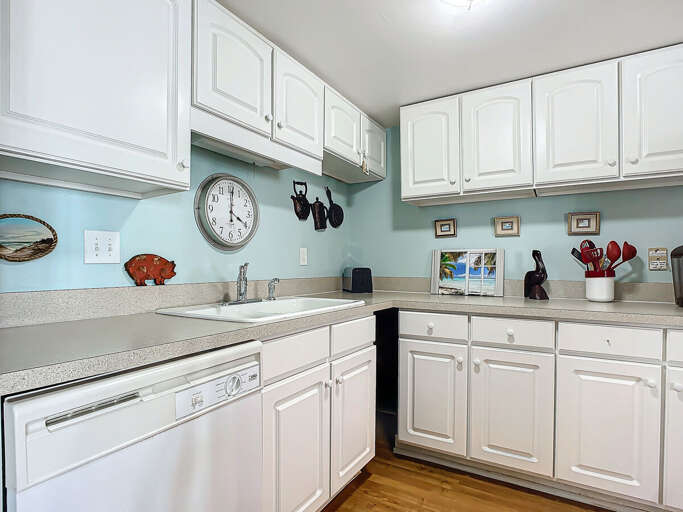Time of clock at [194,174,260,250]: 4:00
